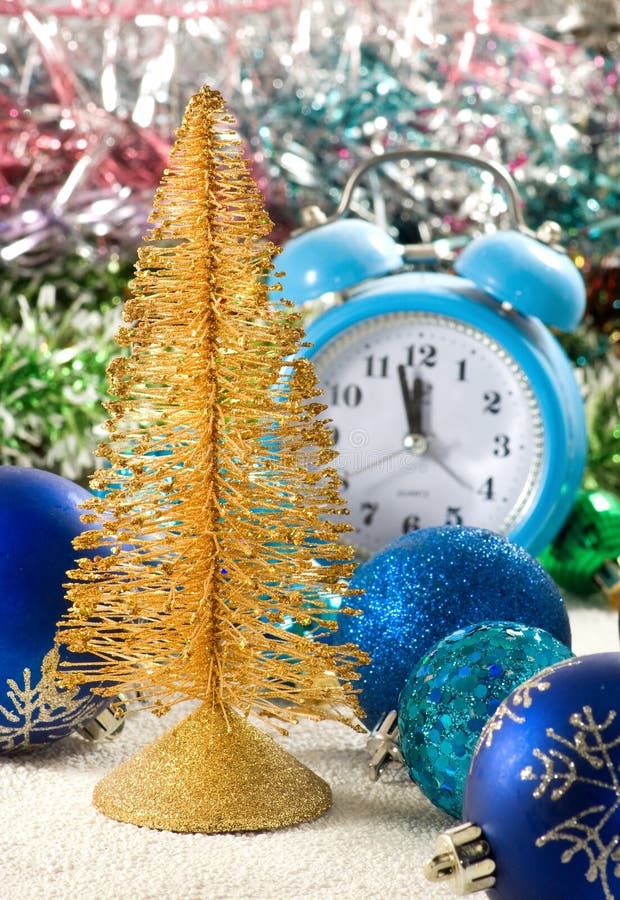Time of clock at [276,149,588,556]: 11:57
